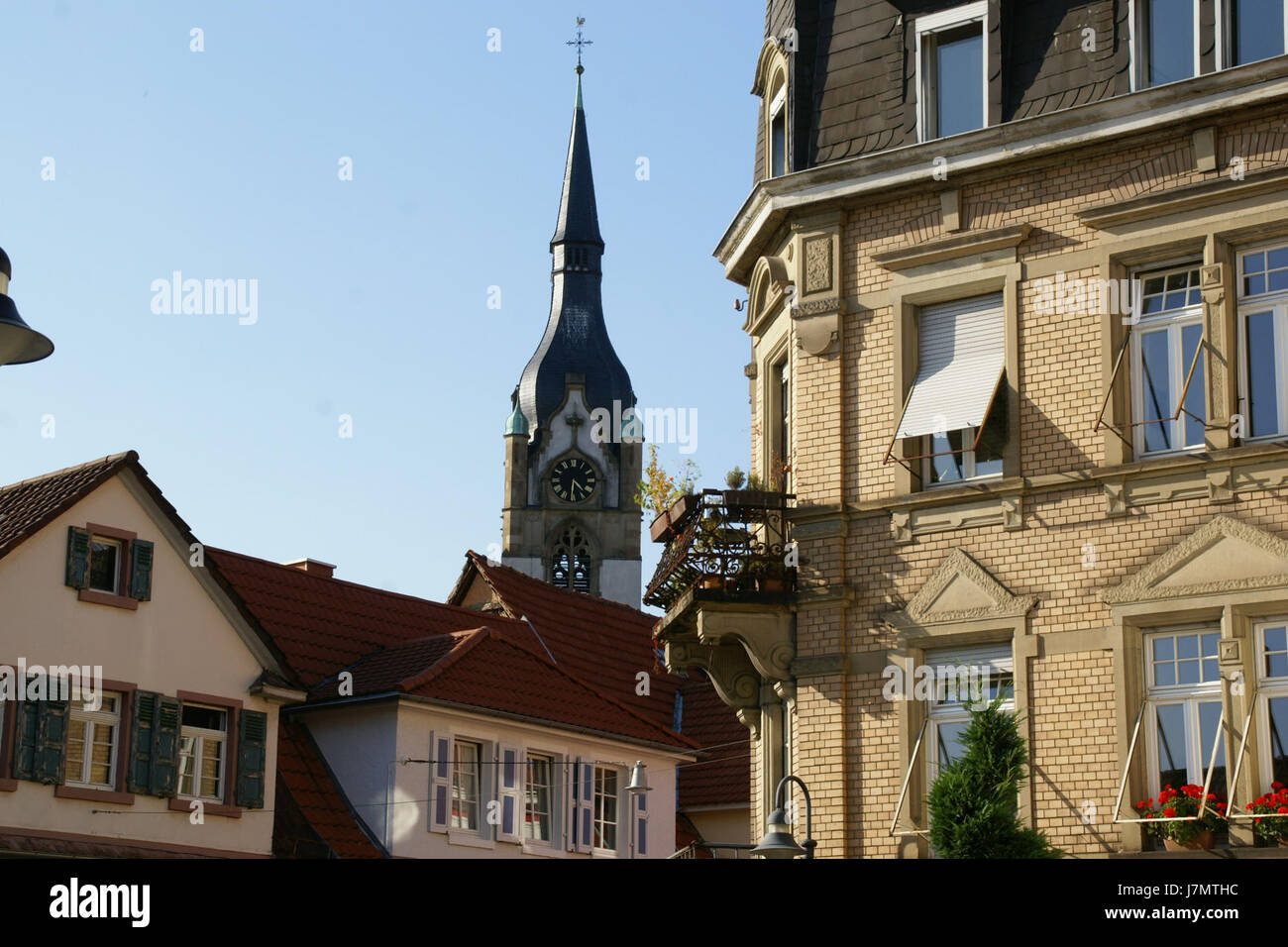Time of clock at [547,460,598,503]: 4:31
